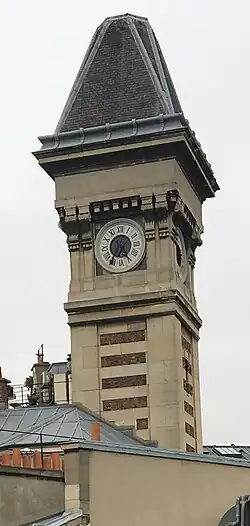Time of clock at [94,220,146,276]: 4:36
